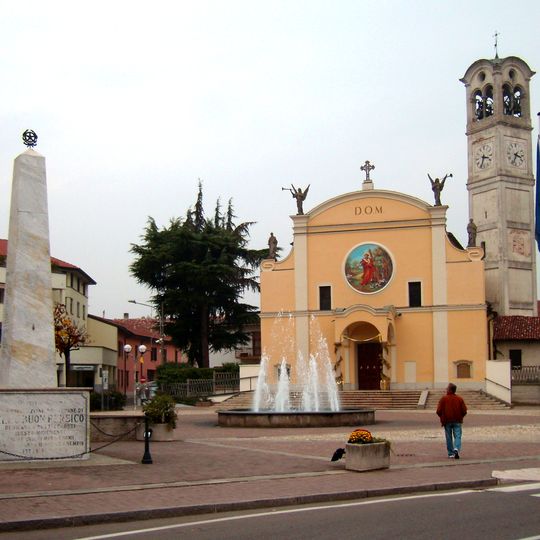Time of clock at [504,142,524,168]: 3:34
